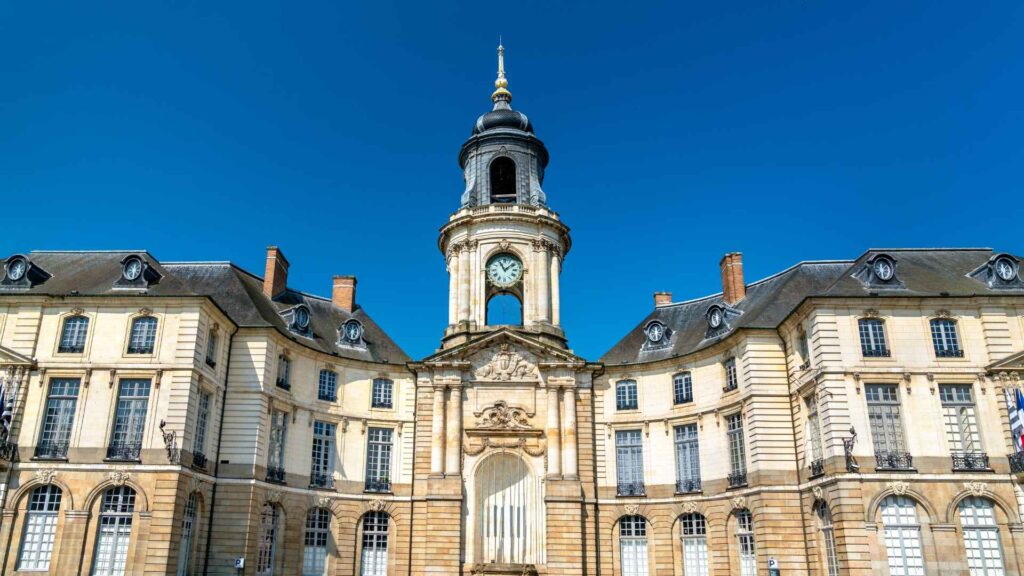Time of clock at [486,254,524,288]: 11:08
